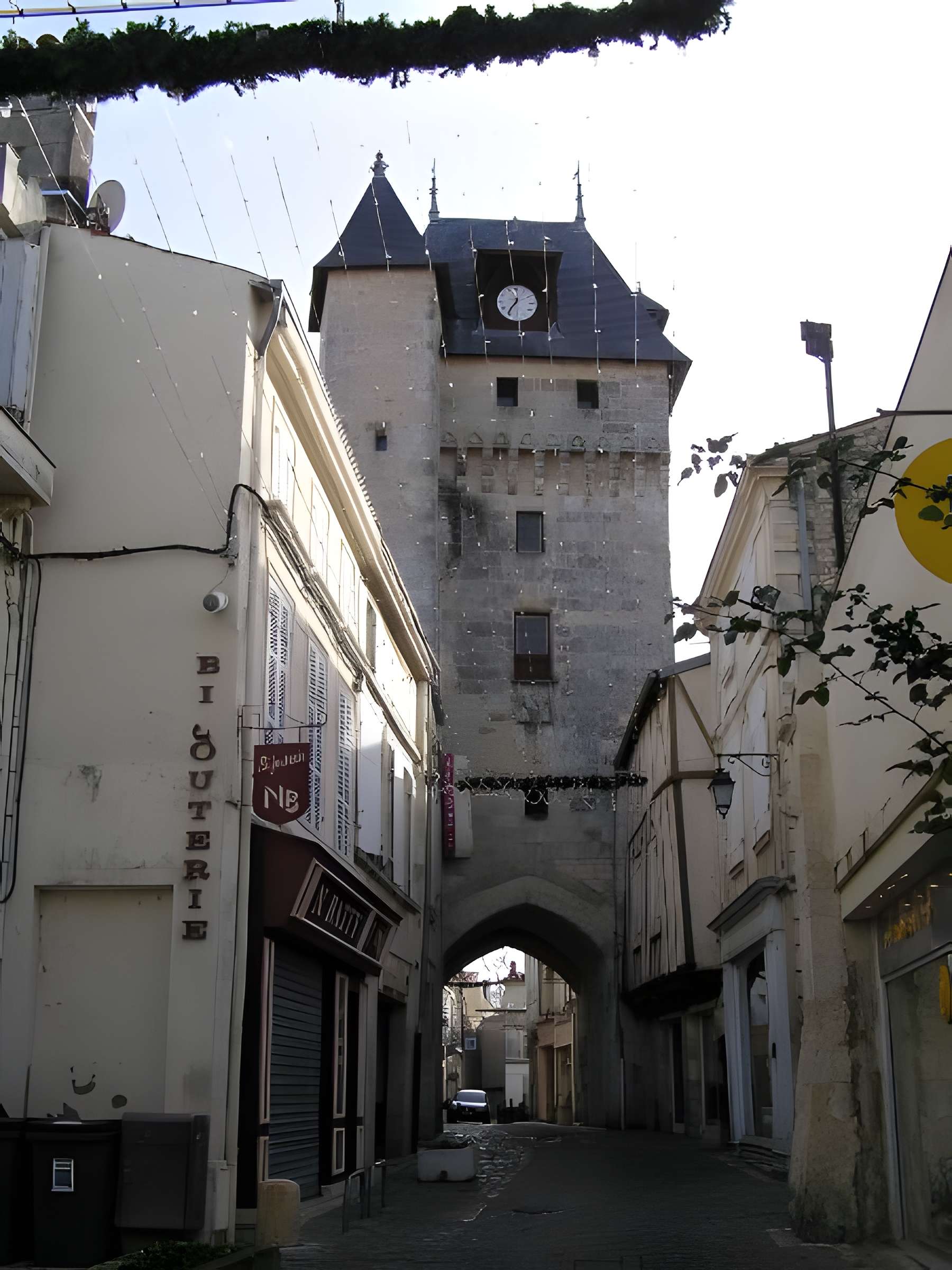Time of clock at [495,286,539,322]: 12:36
